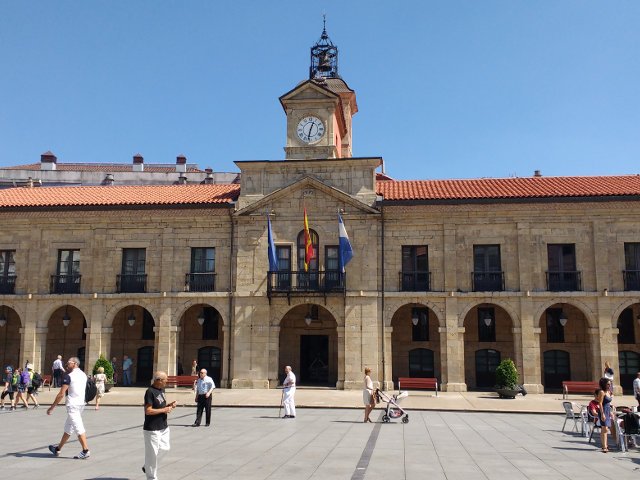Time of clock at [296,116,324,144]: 12:32
